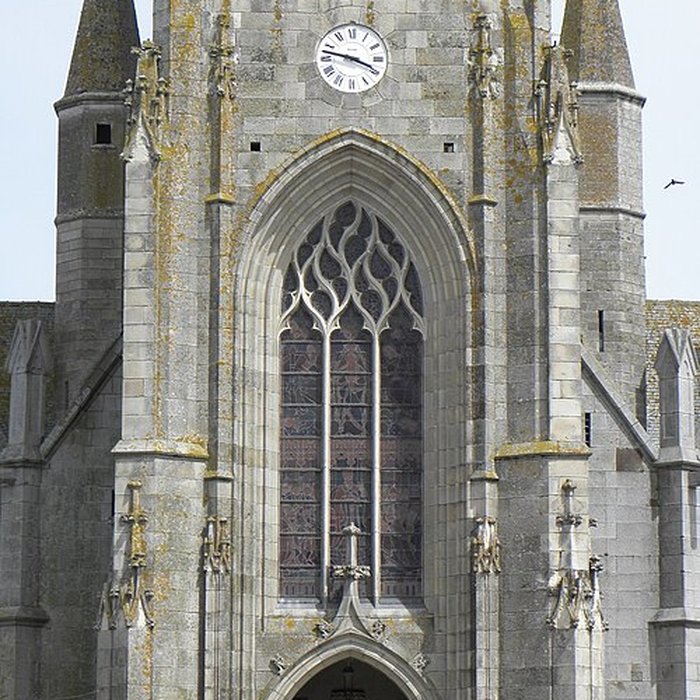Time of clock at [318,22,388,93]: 3:47
